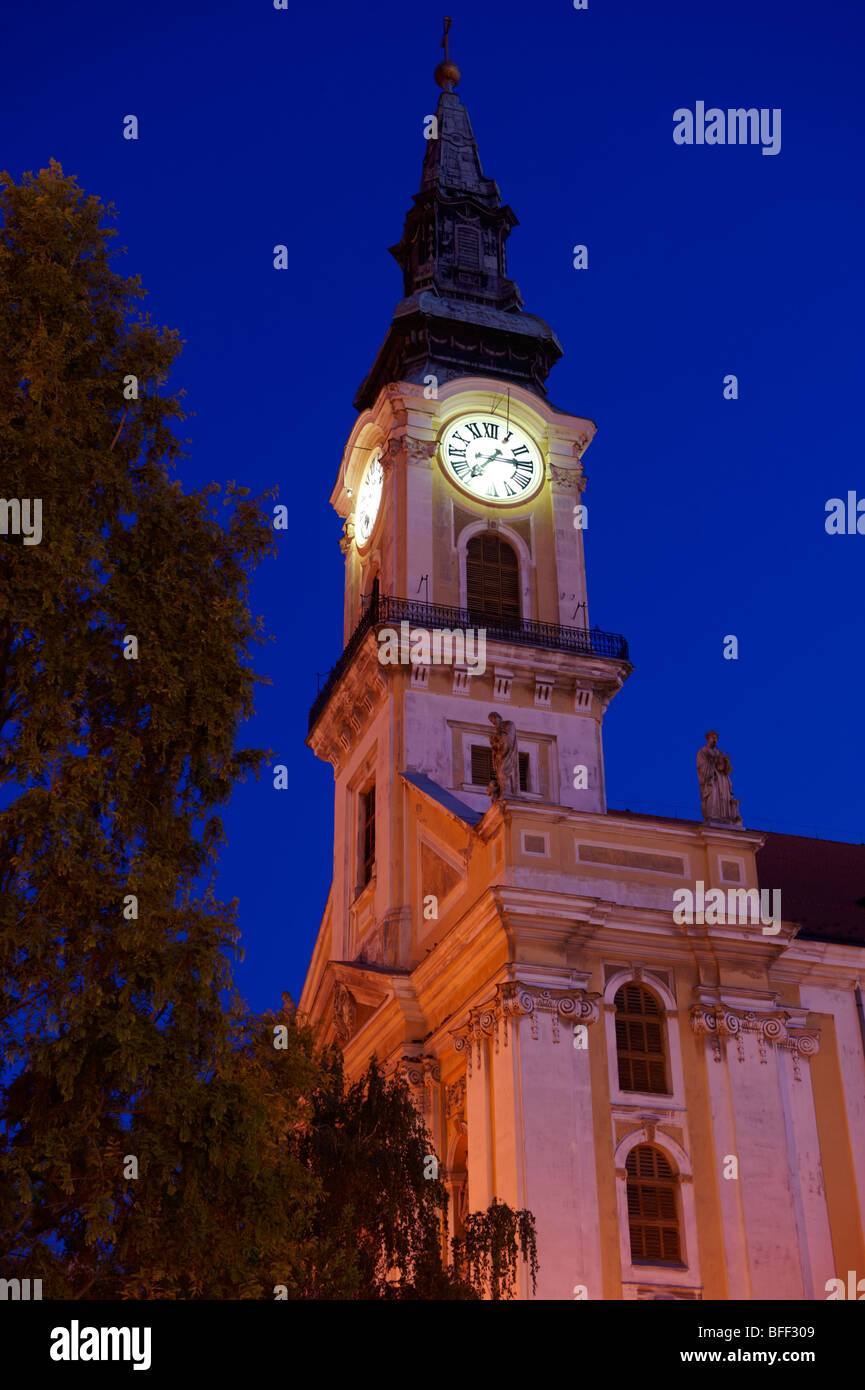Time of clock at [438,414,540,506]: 7:14
